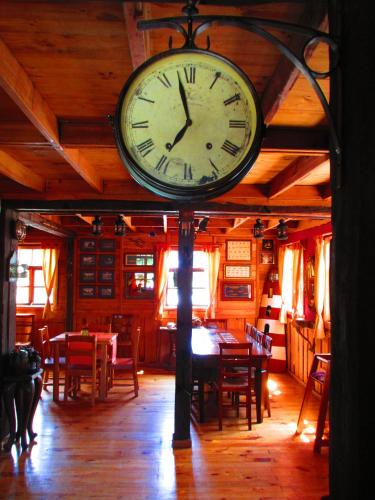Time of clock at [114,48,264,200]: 6:57
